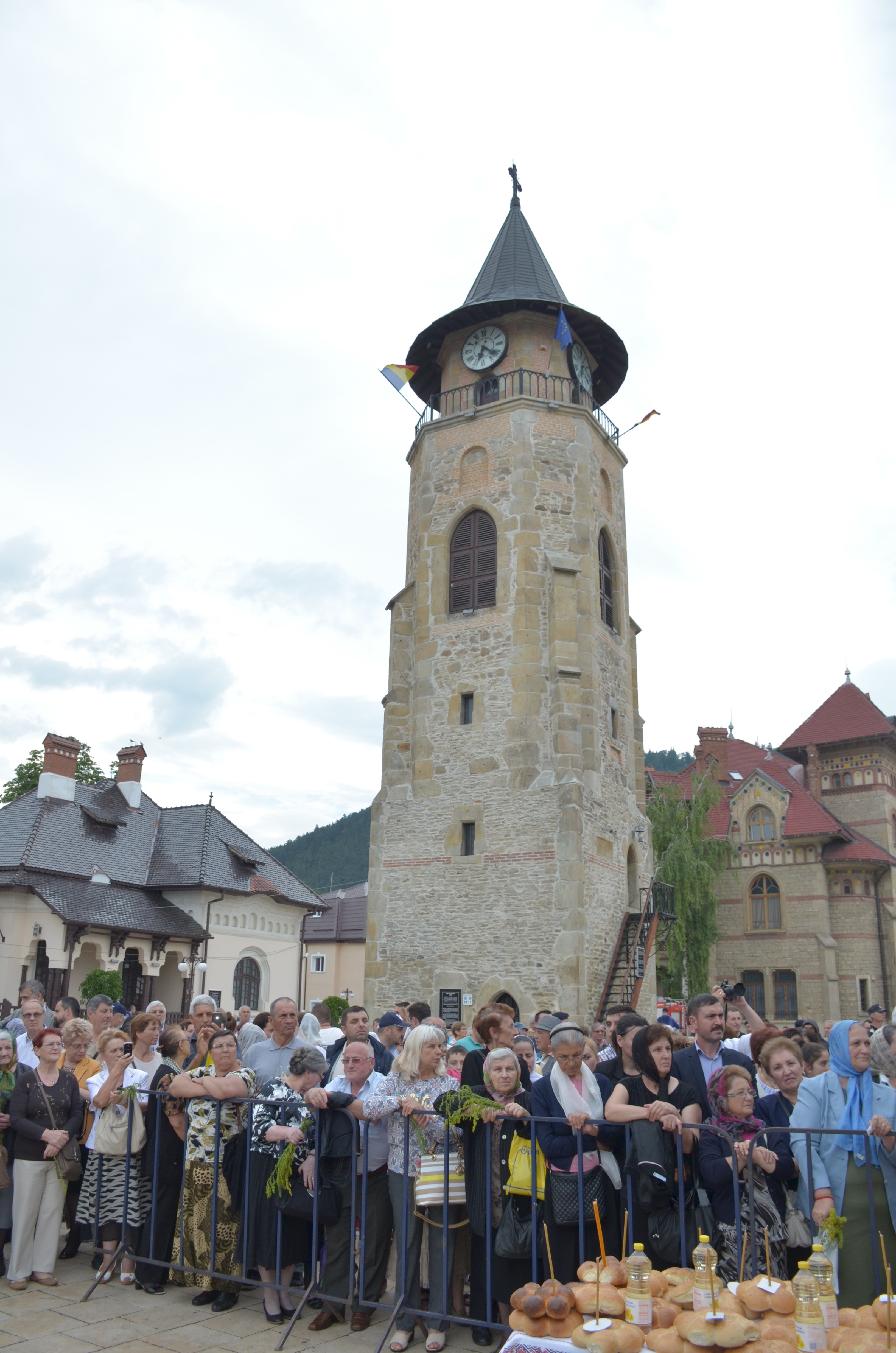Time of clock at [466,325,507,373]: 6:21
